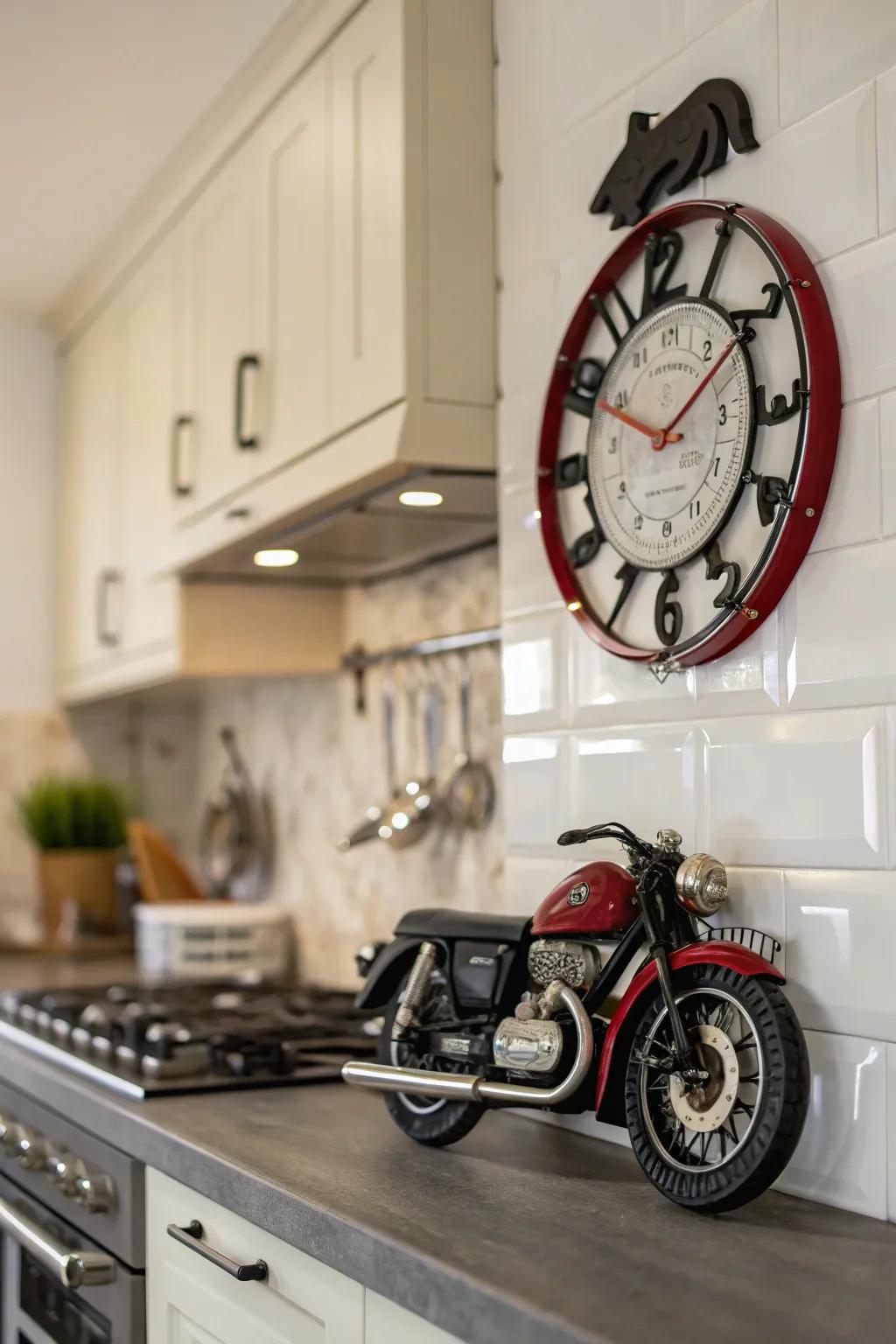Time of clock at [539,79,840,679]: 1:49
